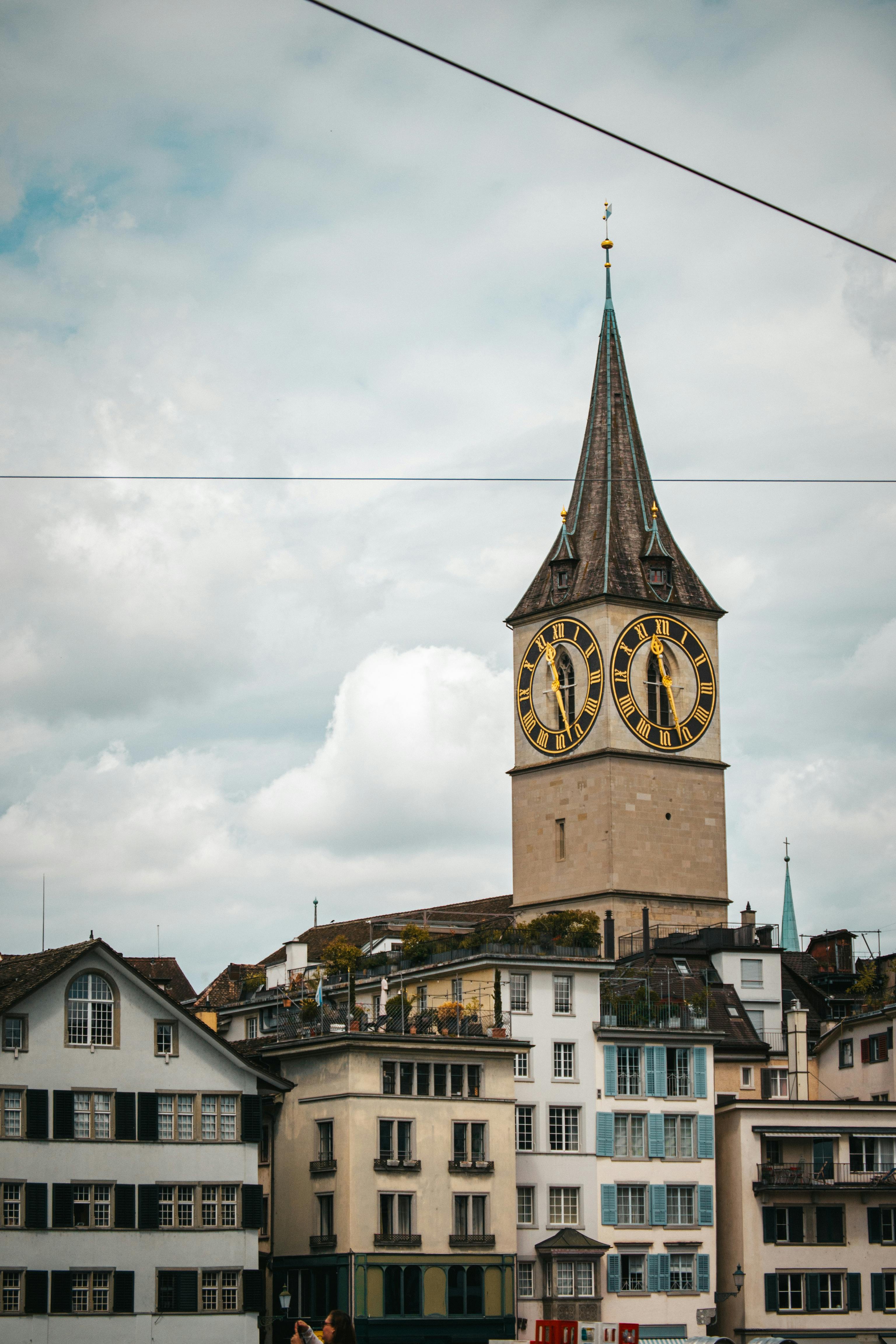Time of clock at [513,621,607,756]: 11:28
